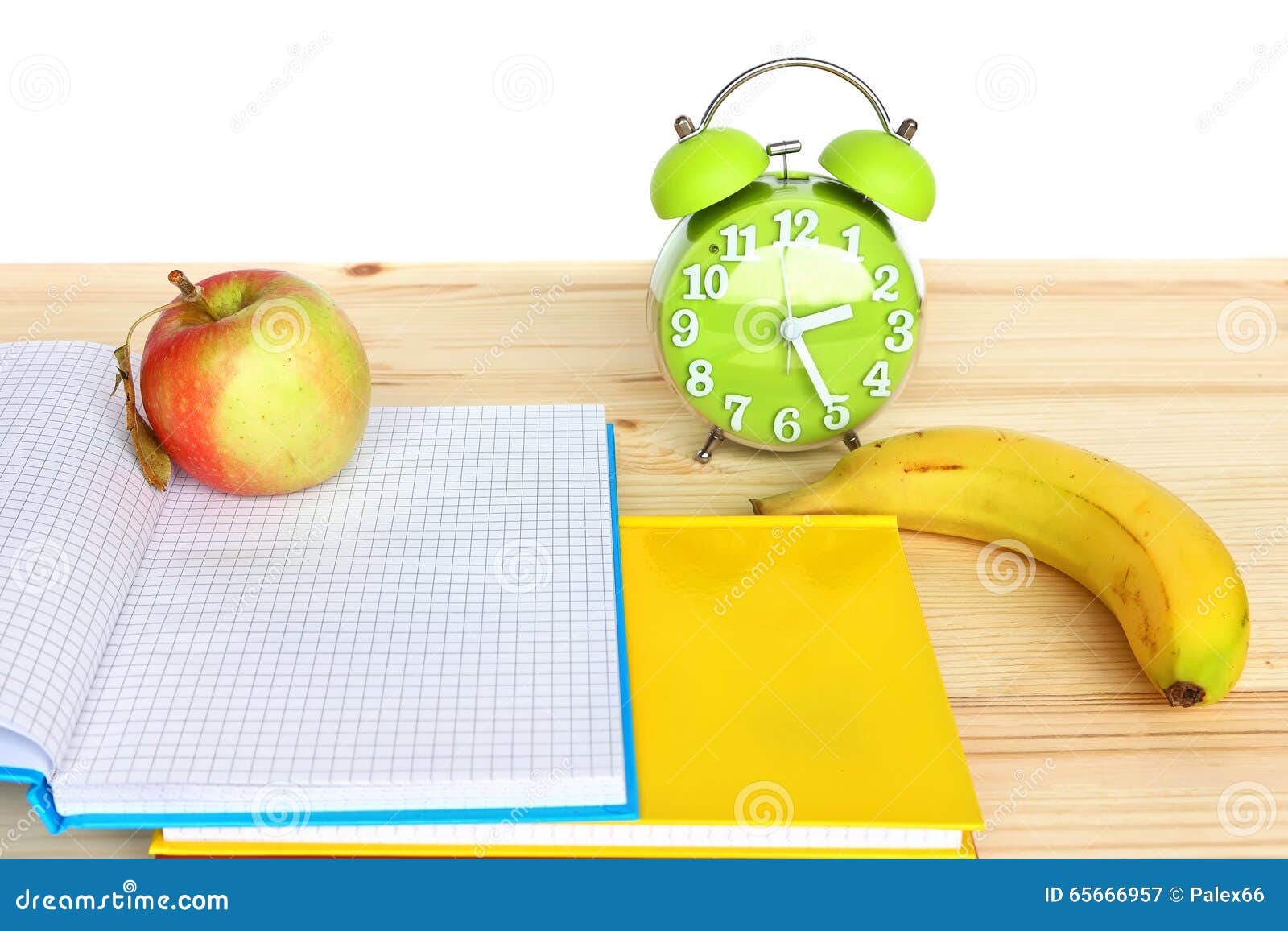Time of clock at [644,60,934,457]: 2:24
